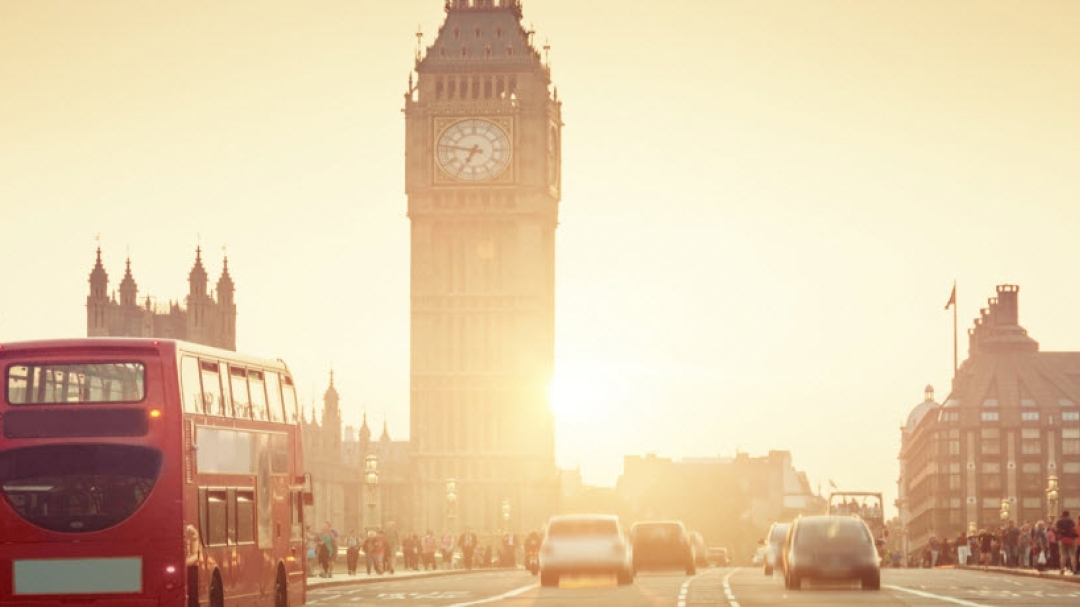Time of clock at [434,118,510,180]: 6:47
